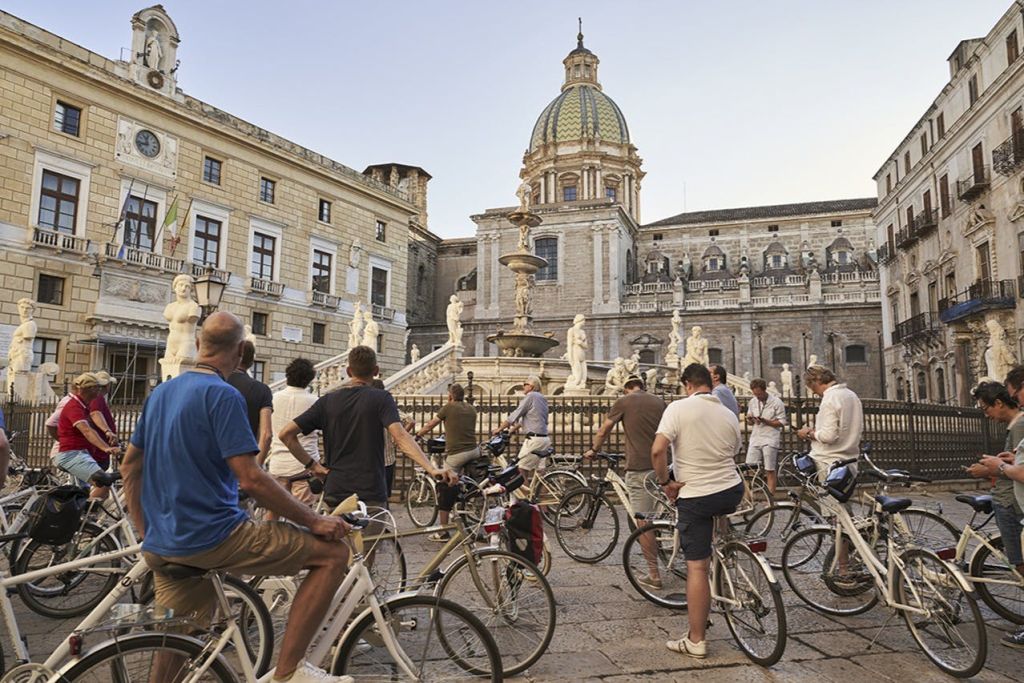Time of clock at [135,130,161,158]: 11:42
